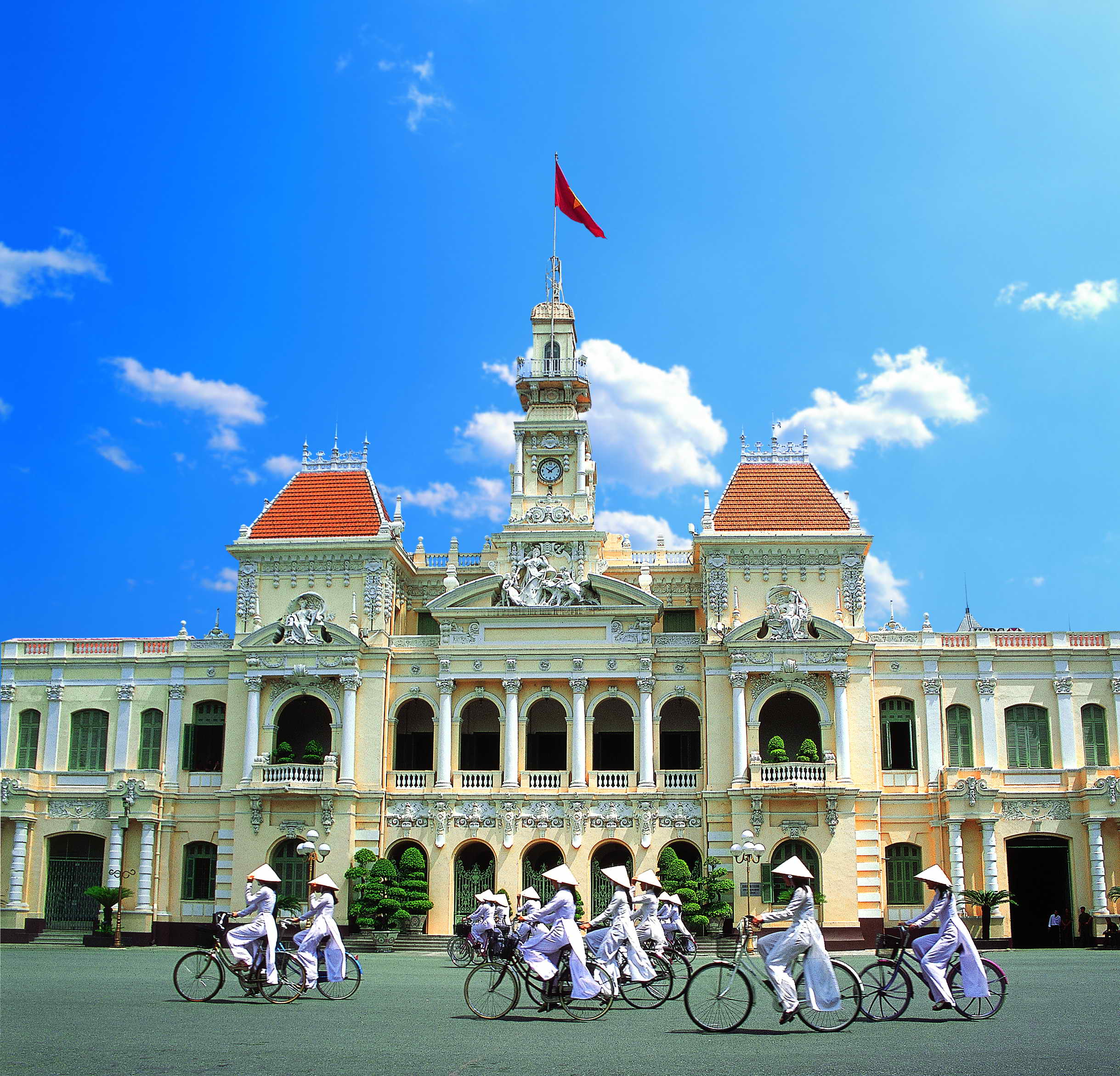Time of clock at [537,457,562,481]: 10:08
